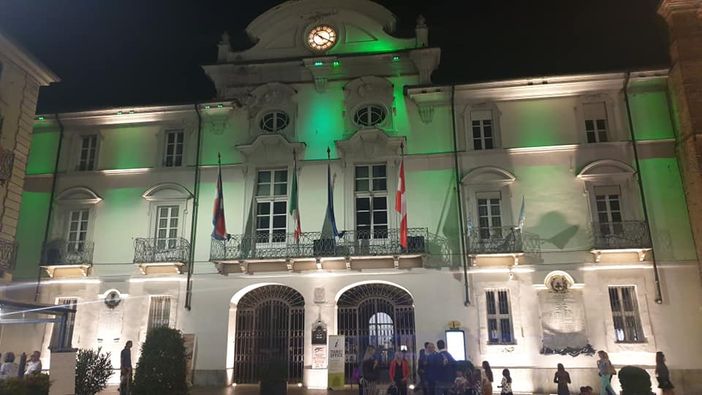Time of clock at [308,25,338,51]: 10:19
